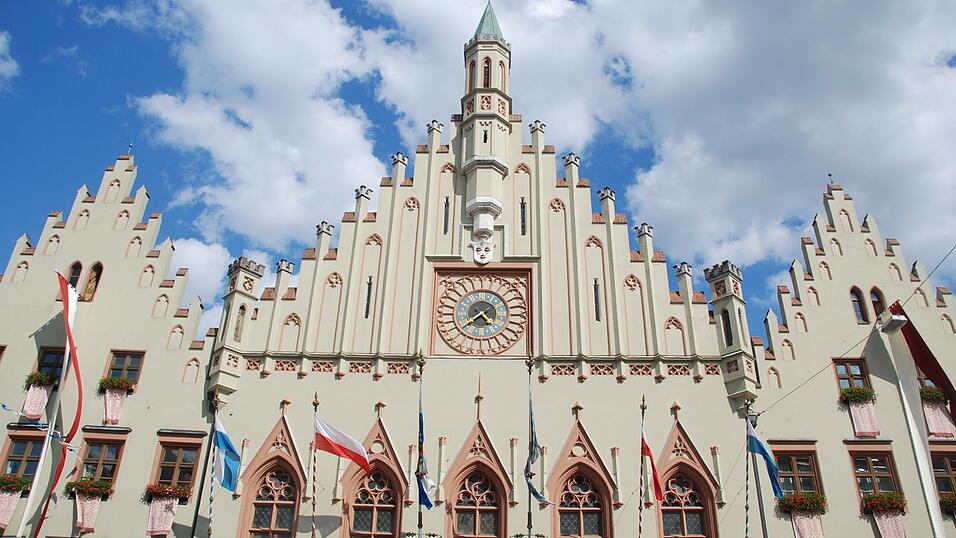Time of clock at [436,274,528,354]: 4:38
